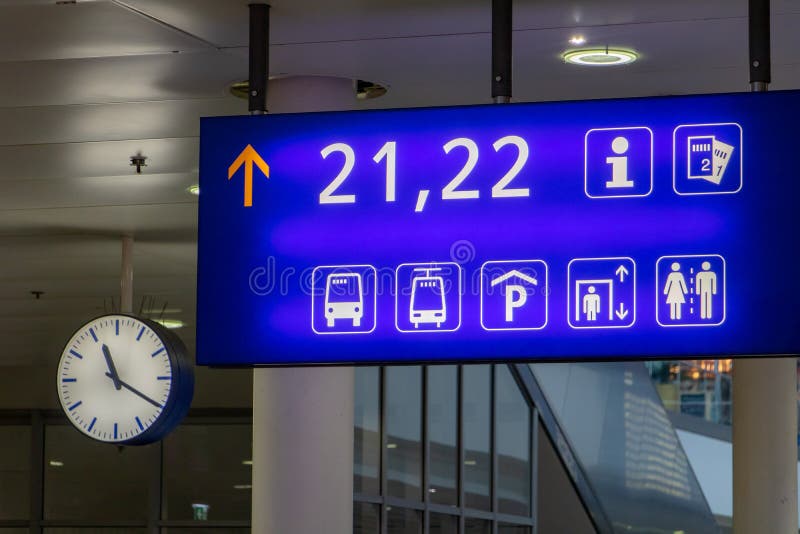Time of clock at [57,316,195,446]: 11:20
